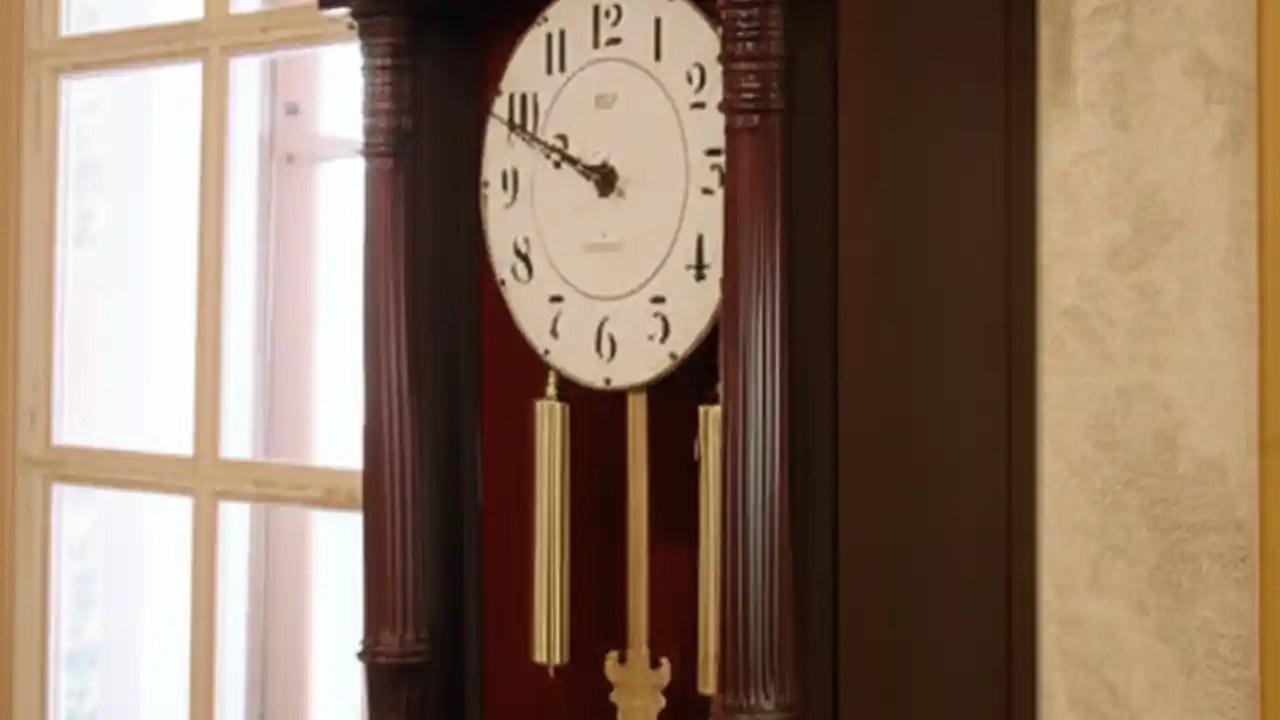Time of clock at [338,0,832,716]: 9:48
